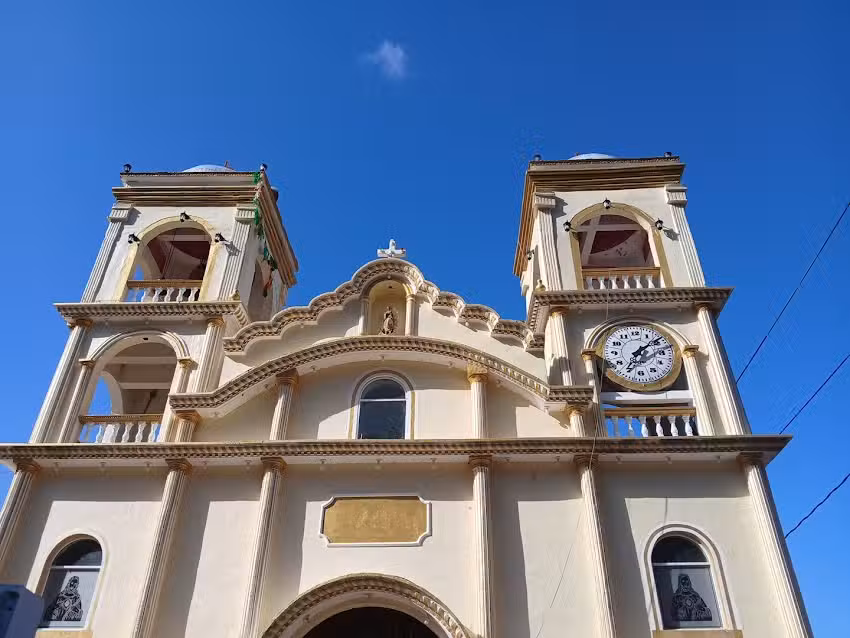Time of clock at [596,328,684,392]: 7:08
